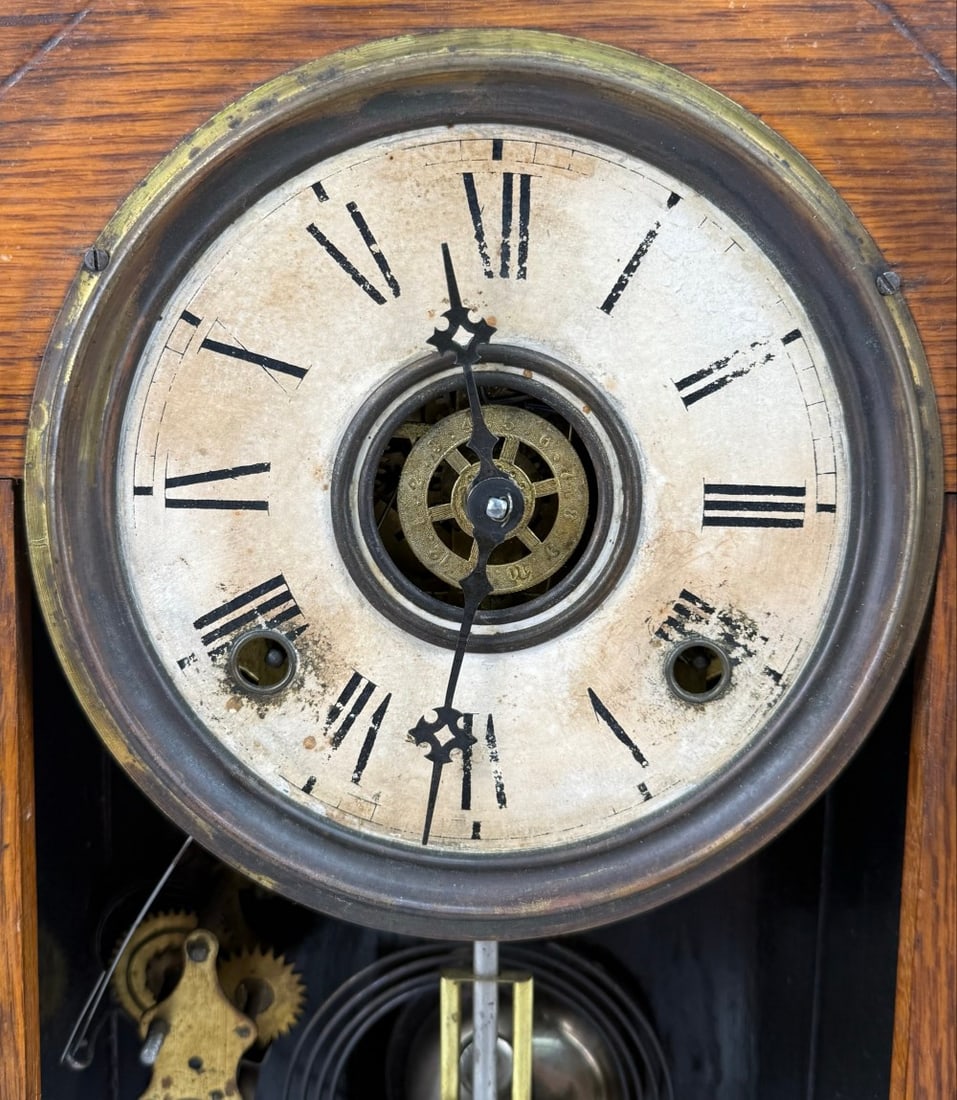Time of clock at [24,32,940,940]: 11:31
